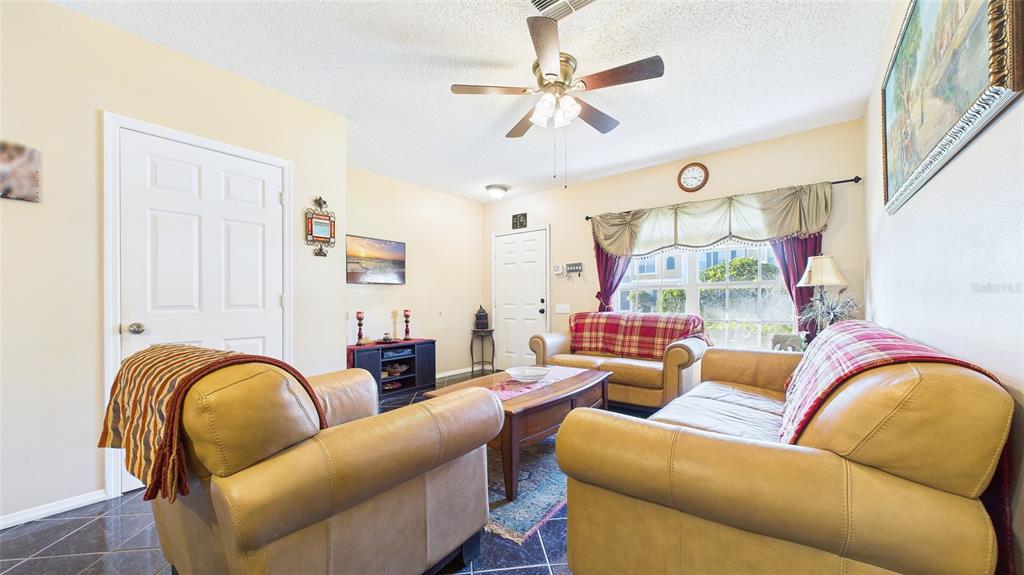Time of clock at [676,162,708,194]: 3:44
